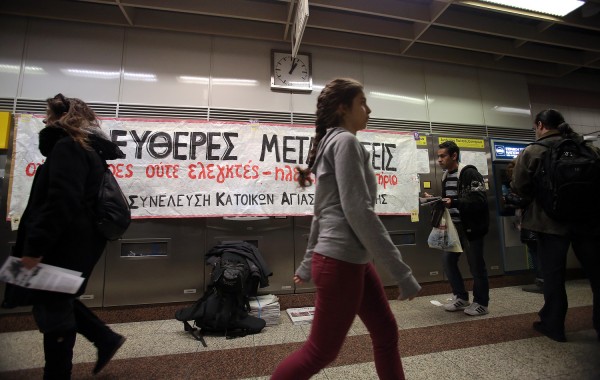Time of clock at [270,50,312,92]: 1:02
